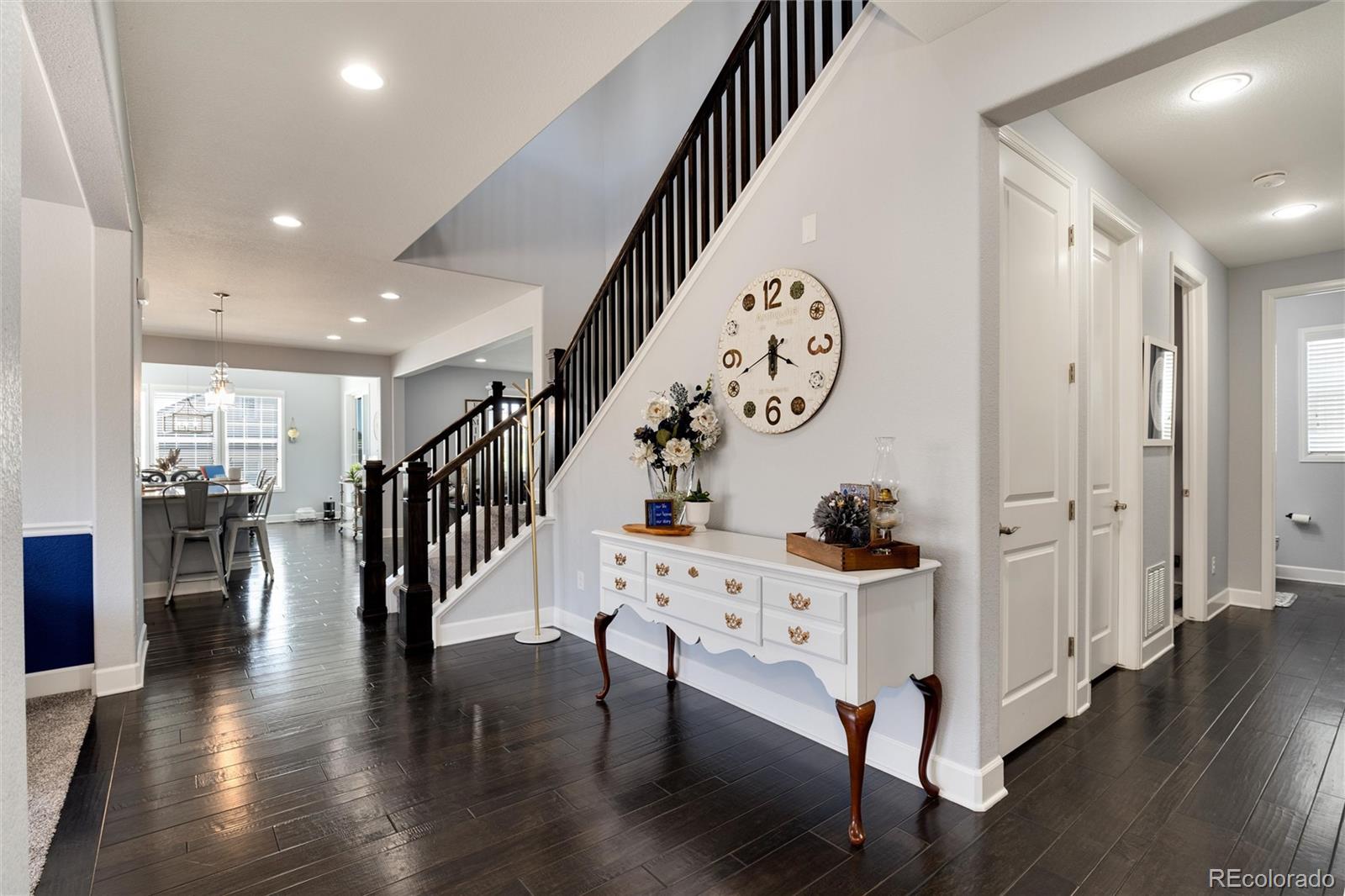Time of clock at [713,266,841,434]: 5:41
